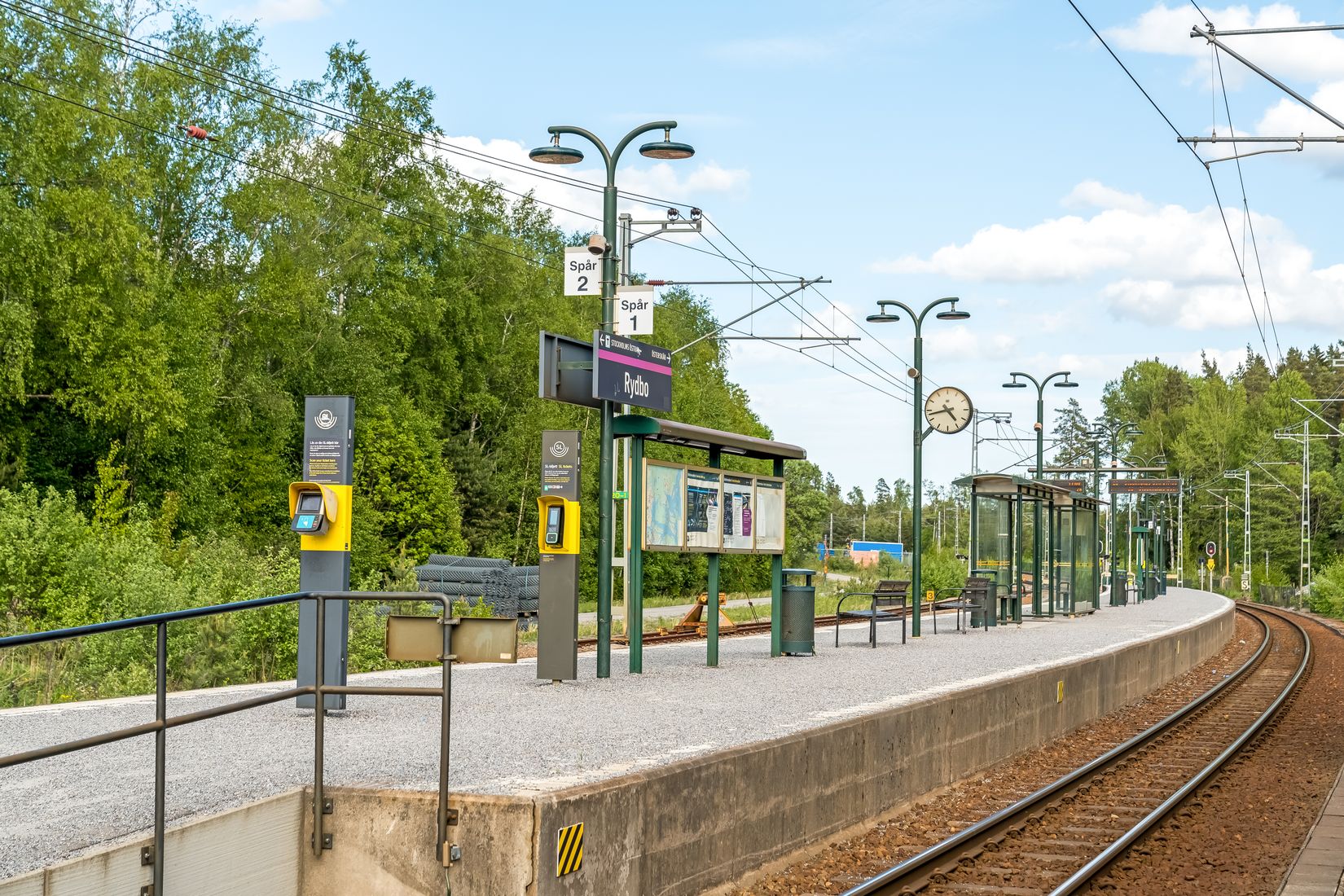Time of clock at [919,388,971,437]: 4:42
